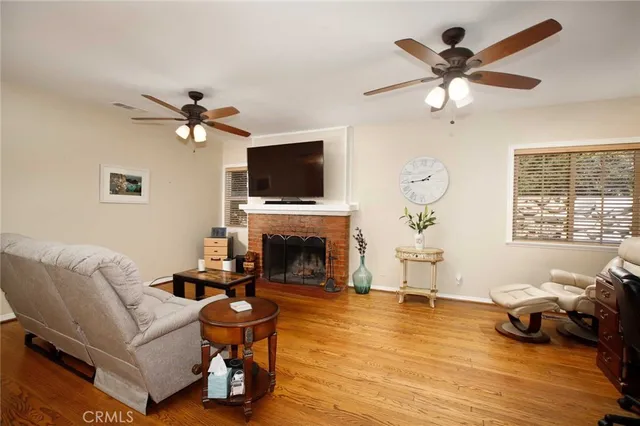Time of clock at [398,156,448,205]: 1:43
